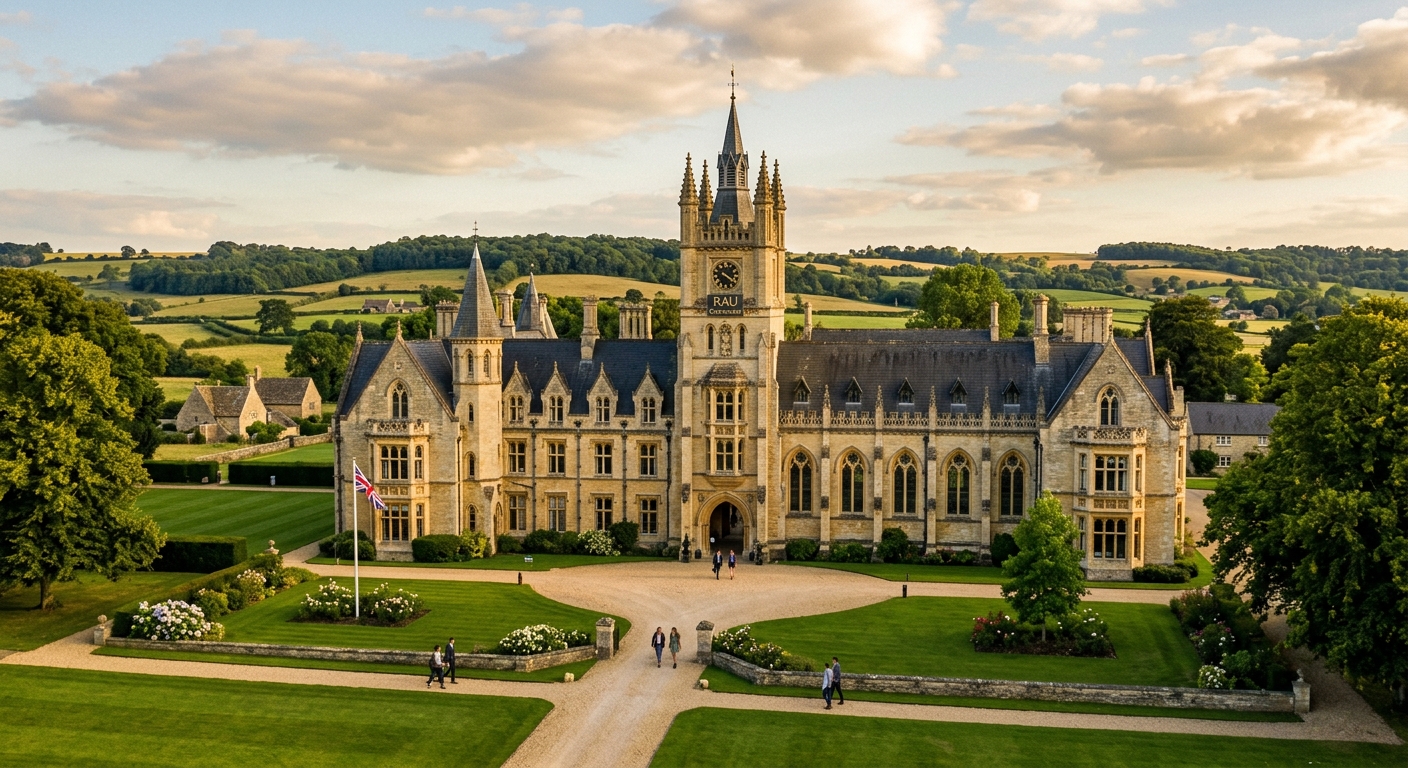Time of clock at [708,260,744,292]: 4:20
